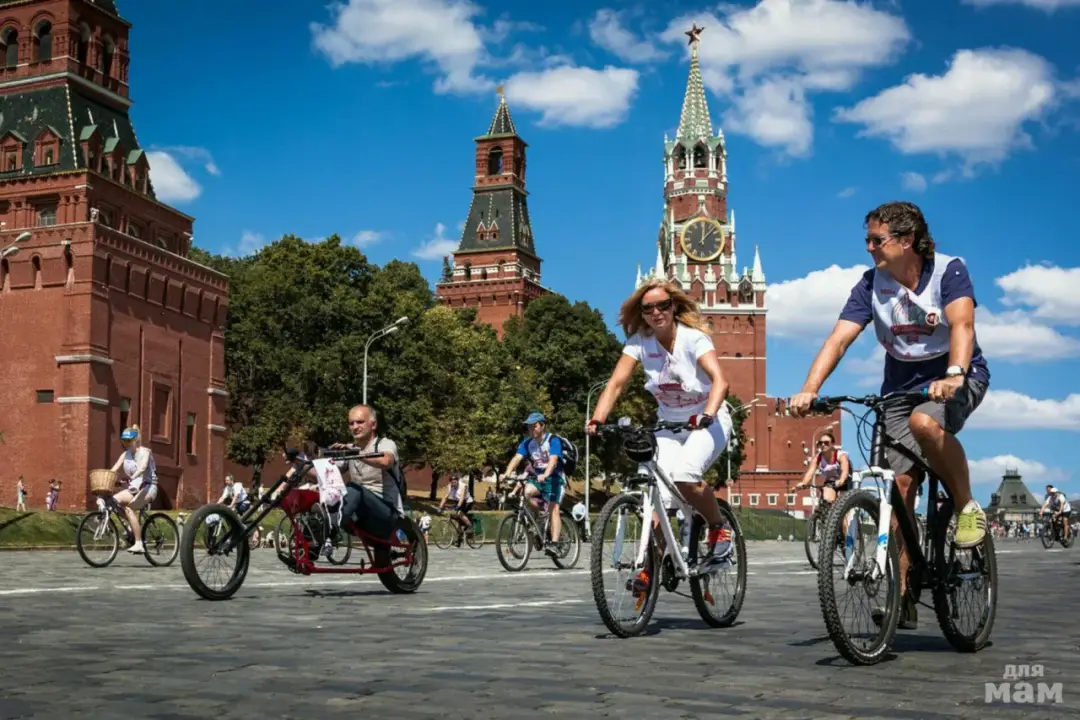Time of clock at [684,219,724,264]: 12:07
